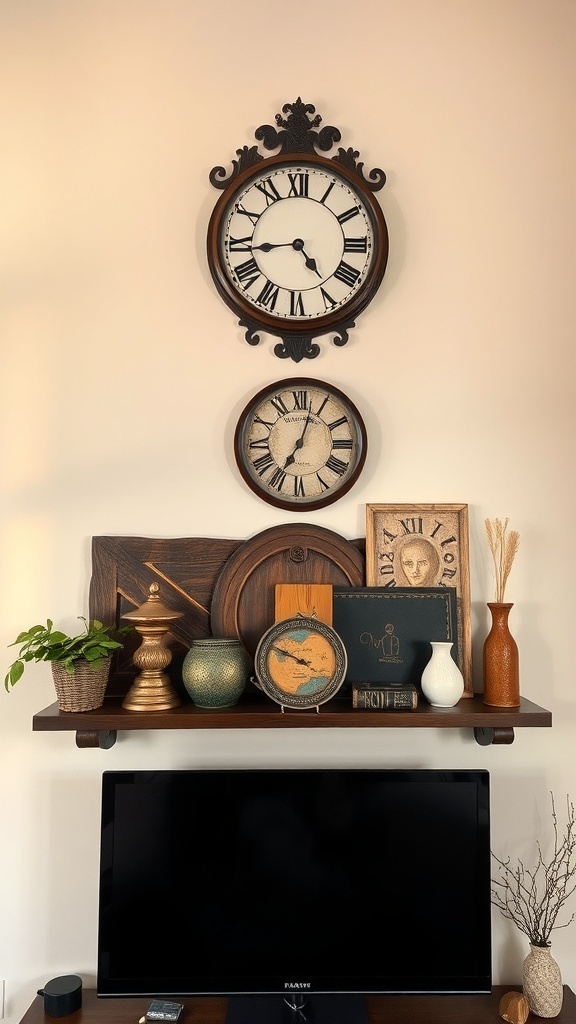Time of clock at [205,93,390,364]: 4:44
